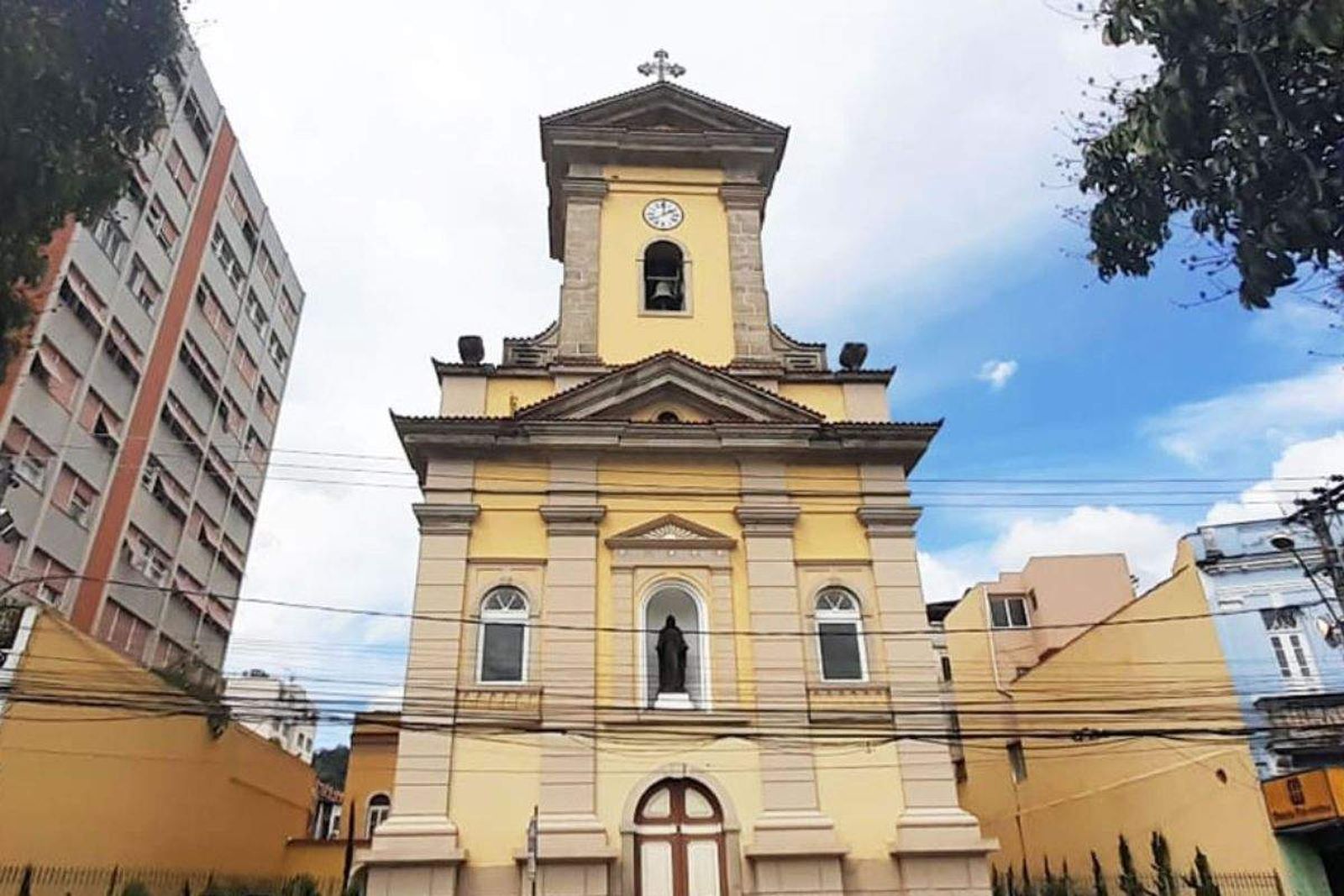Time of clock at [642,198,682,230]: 2:00
